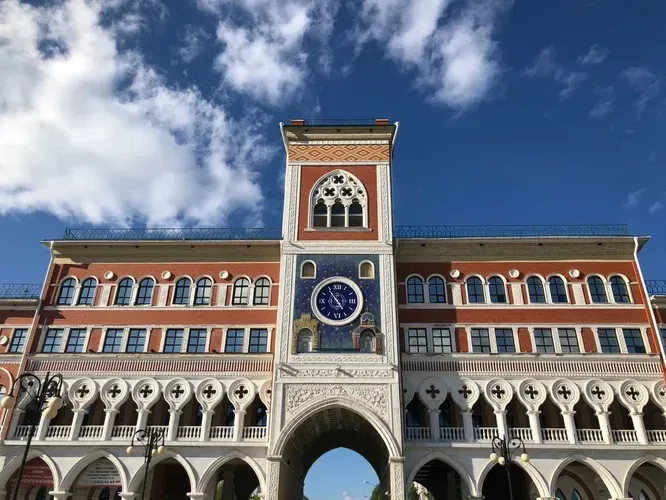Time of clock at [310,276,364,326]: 4:54
